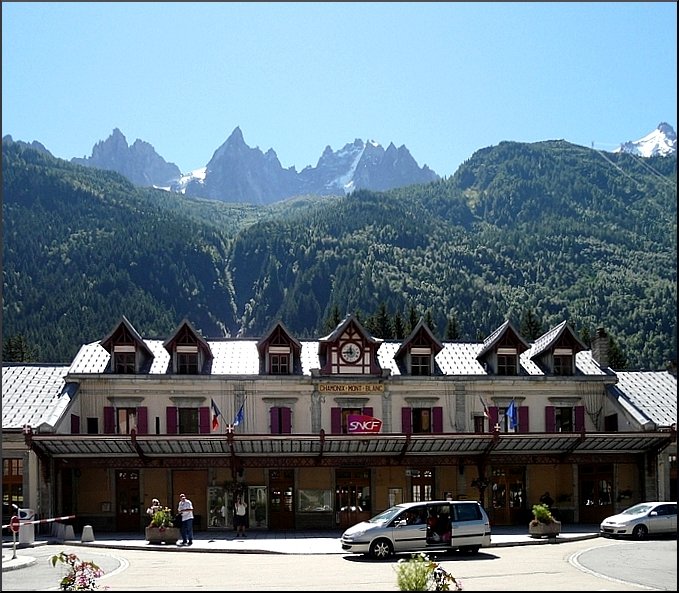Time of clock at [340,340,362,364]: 11:44
